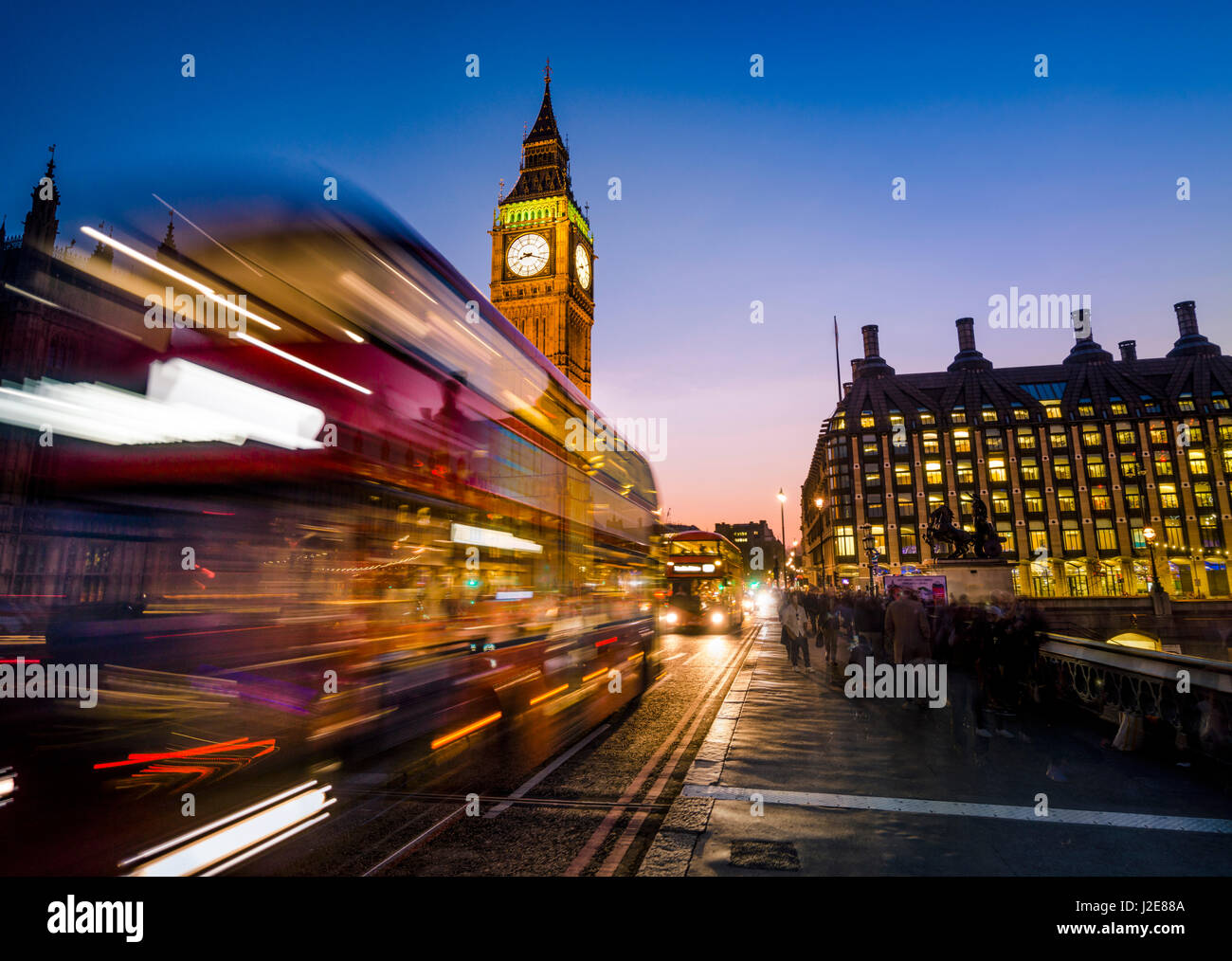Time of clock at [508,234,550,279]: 8:18
